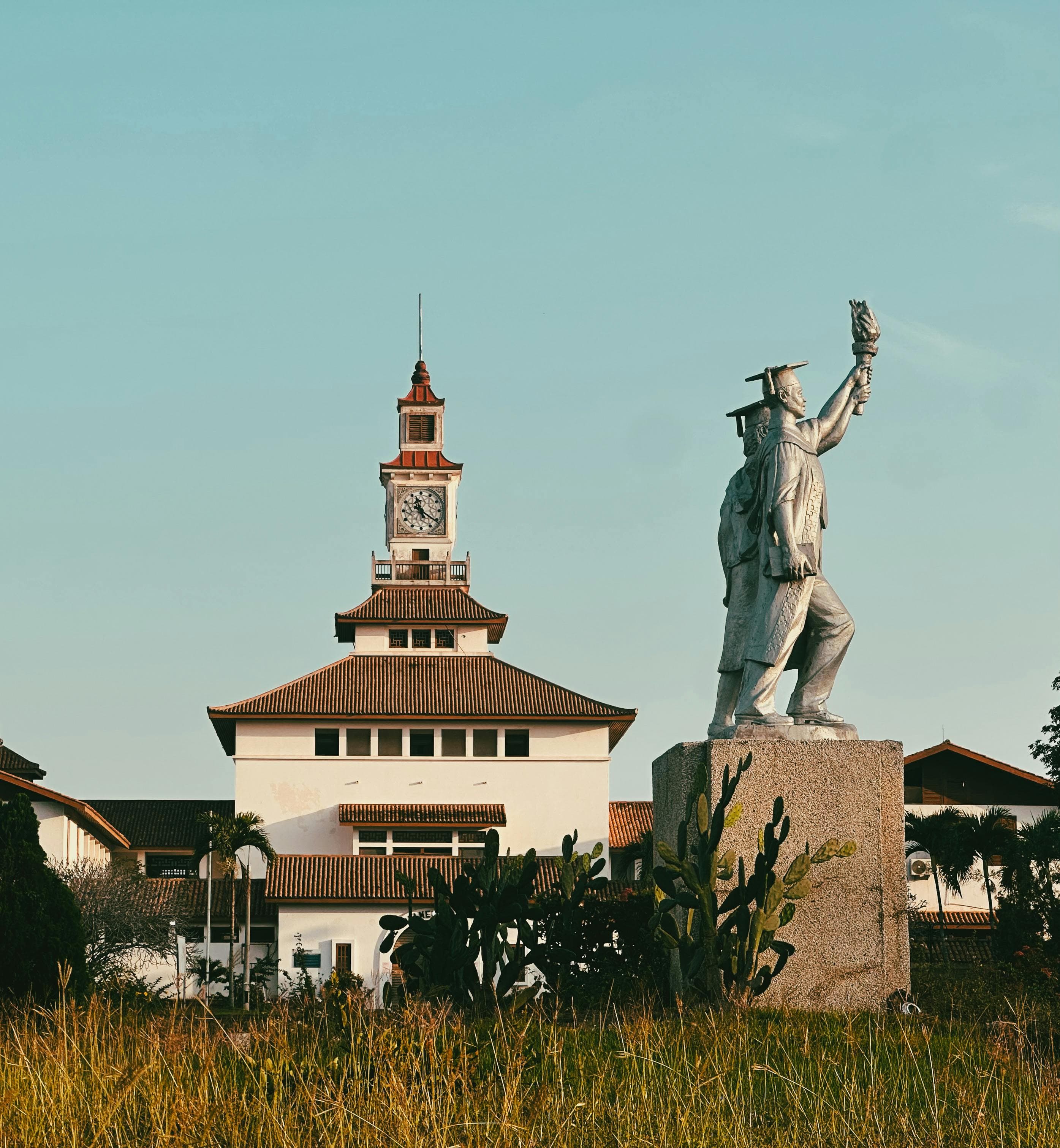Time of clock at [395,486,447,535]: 11:20
